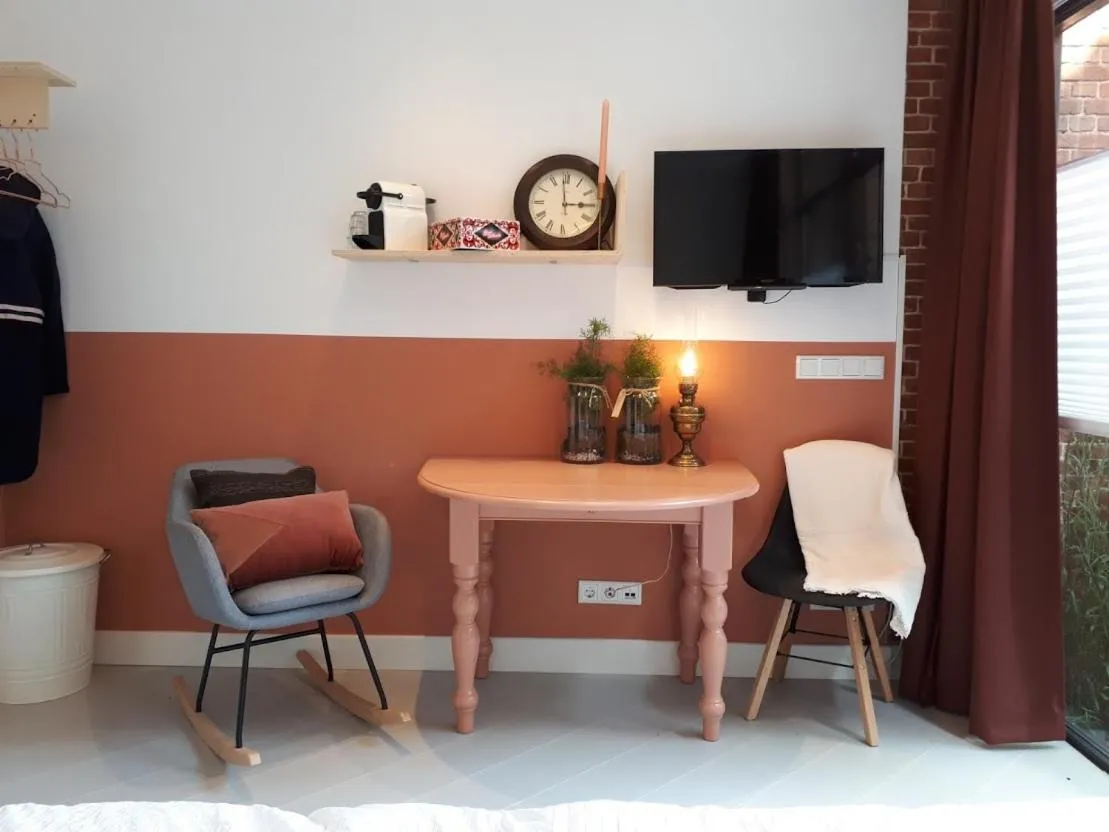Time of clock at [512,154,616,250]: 2:59
